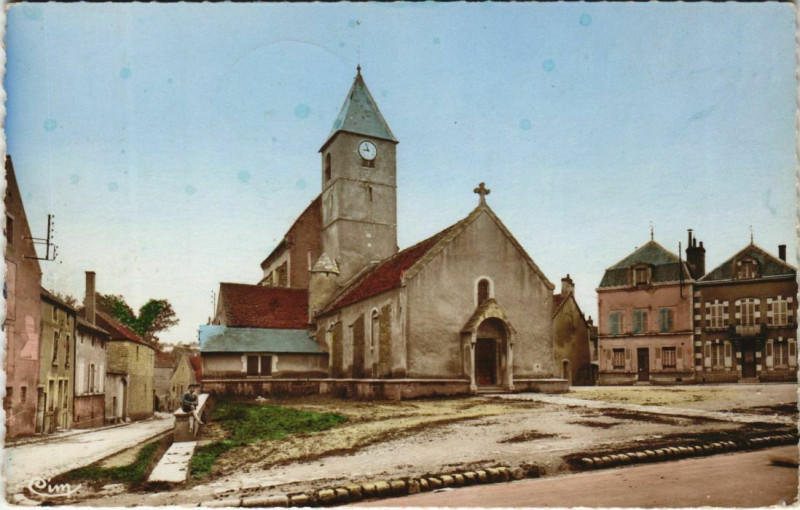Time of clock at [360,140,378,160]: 8:57
